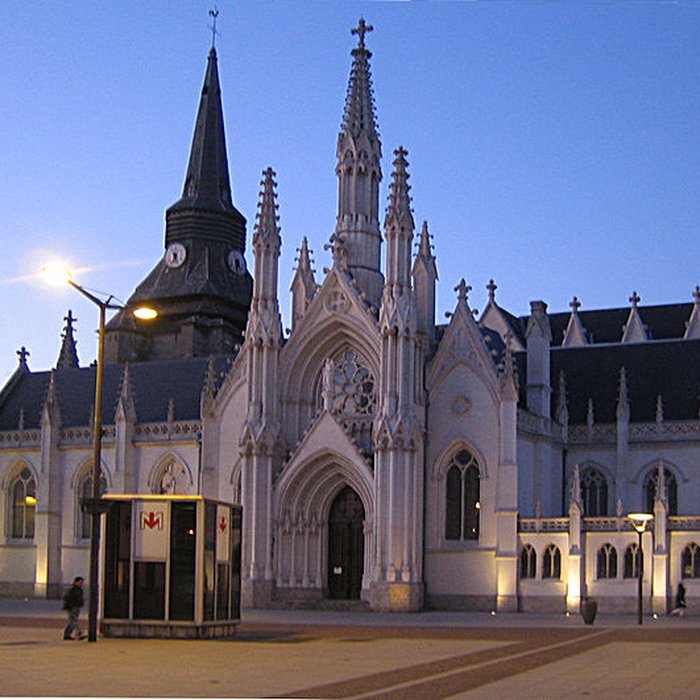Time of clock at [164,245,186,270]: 6:25
